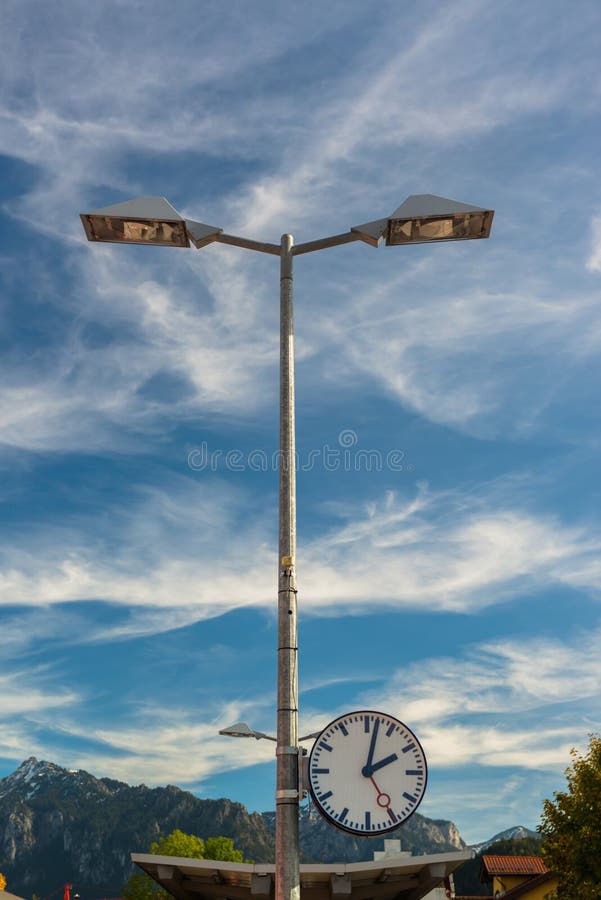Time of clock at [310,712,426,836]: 2:02
